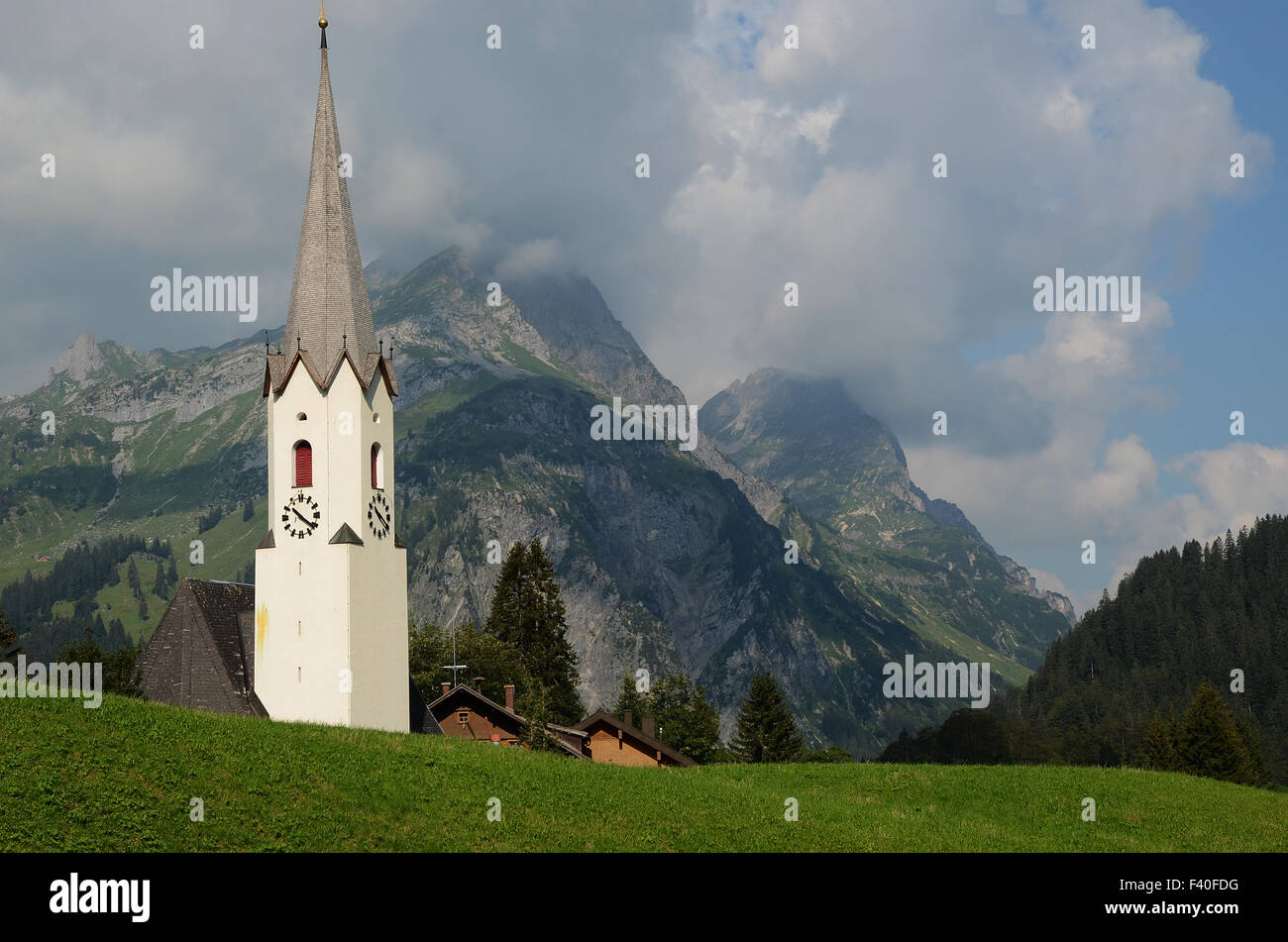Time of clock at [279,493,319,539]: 10:21
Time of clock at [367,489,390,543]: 10:20
